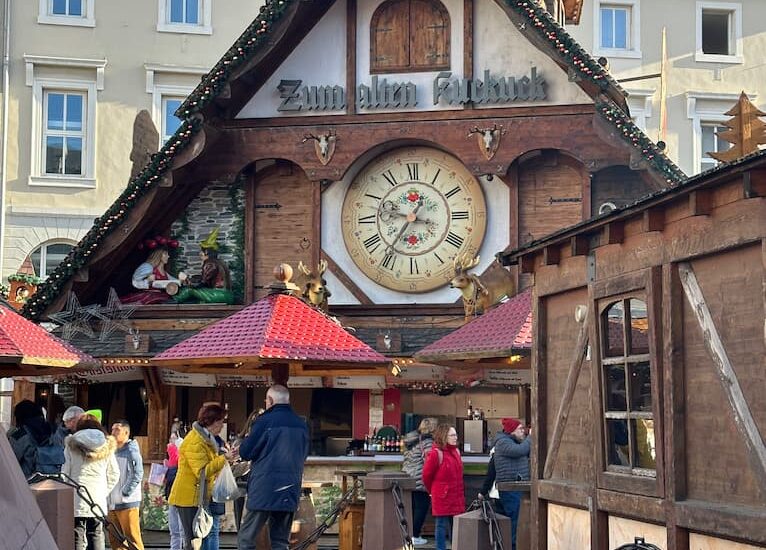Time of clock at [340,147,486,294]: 12:35
